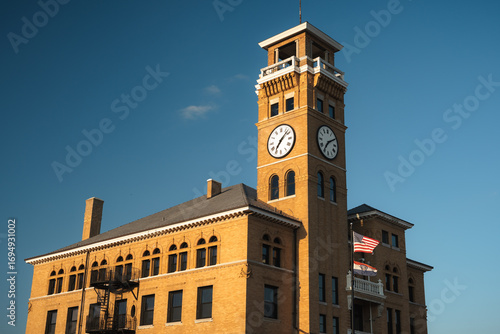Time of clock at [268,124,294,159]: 7:07
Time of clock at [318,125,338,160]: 7:09
